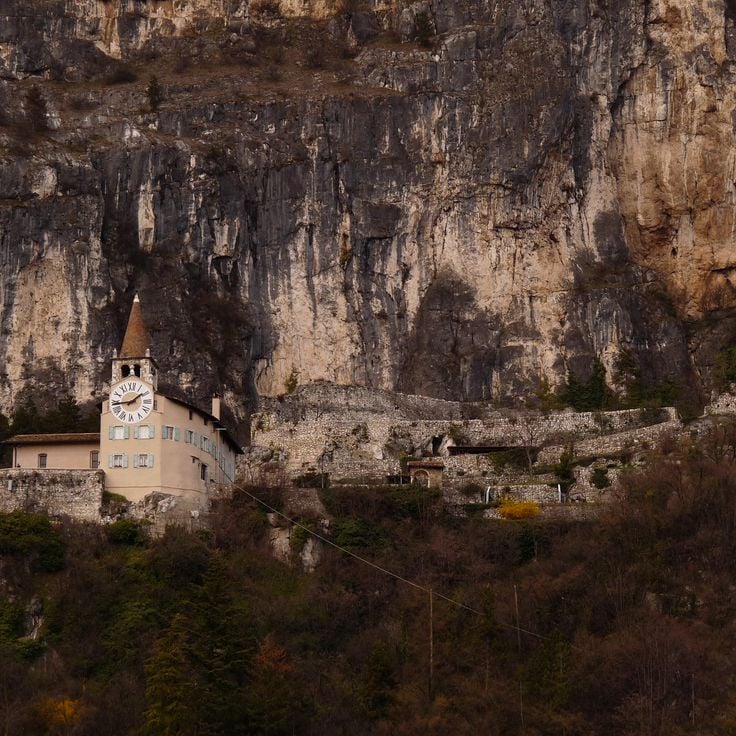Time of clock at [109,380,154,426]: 1:43
